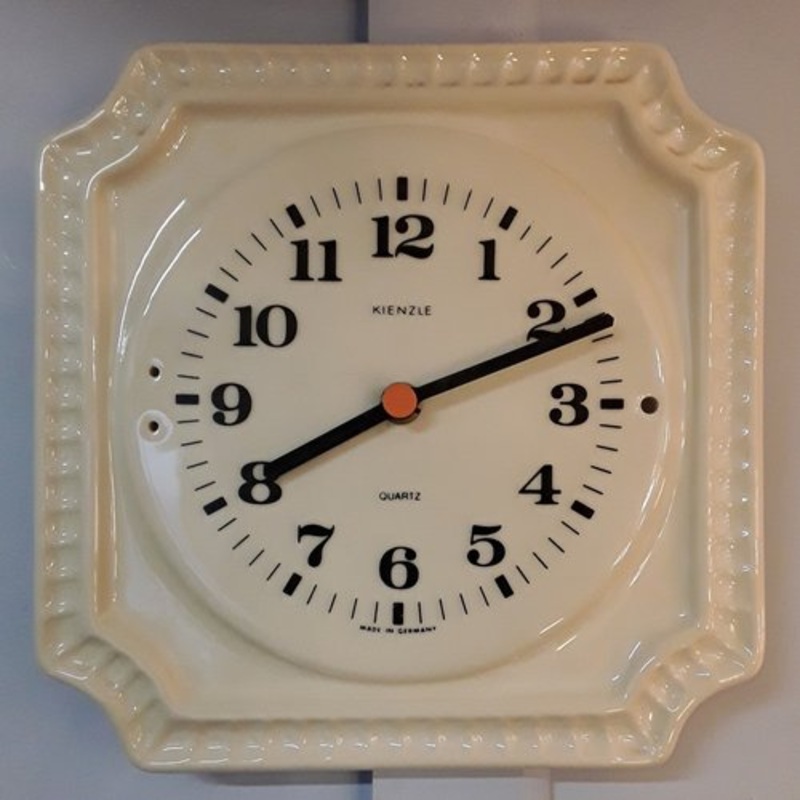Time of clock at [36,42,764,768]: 8:11
